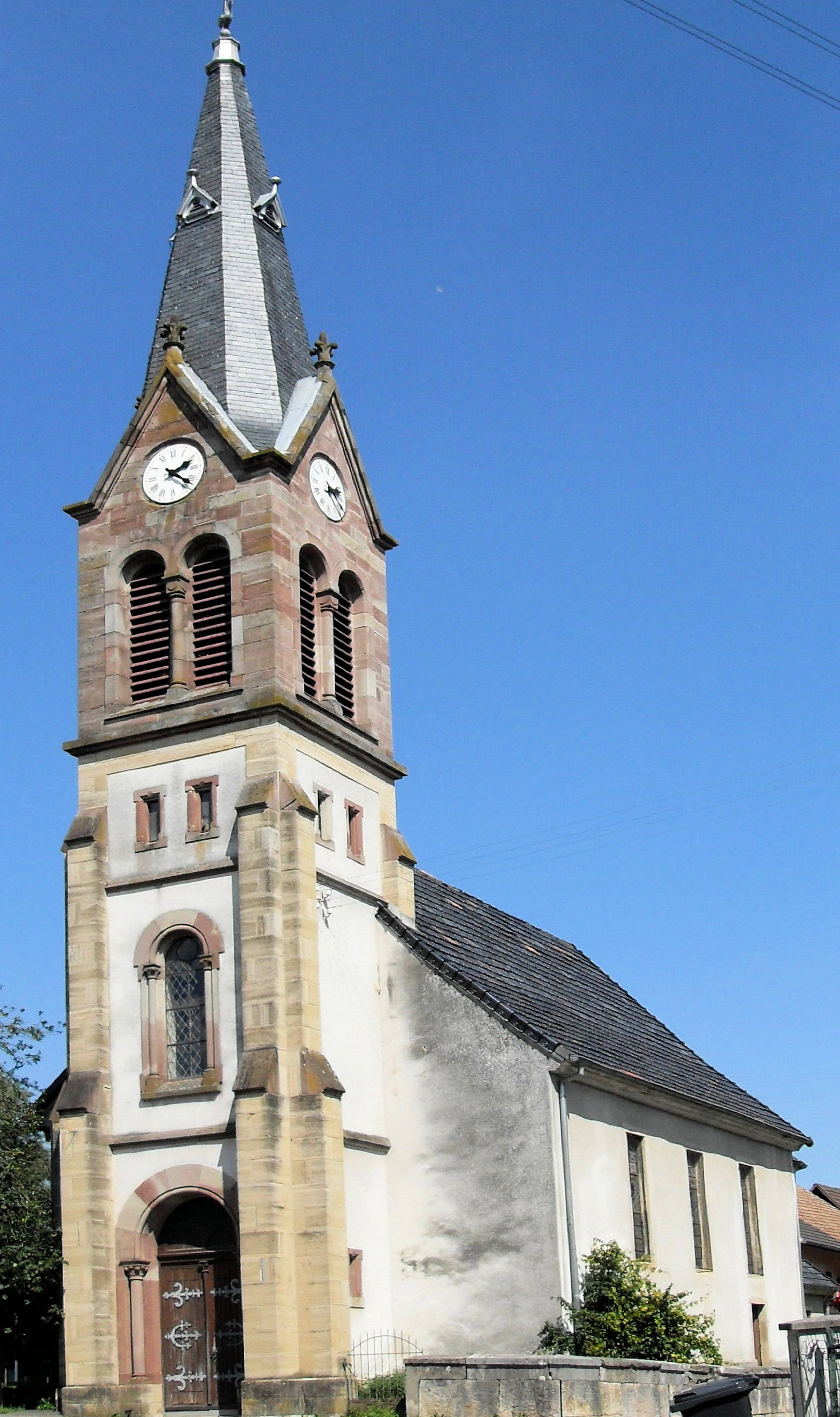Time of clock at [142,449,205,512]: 2:21
